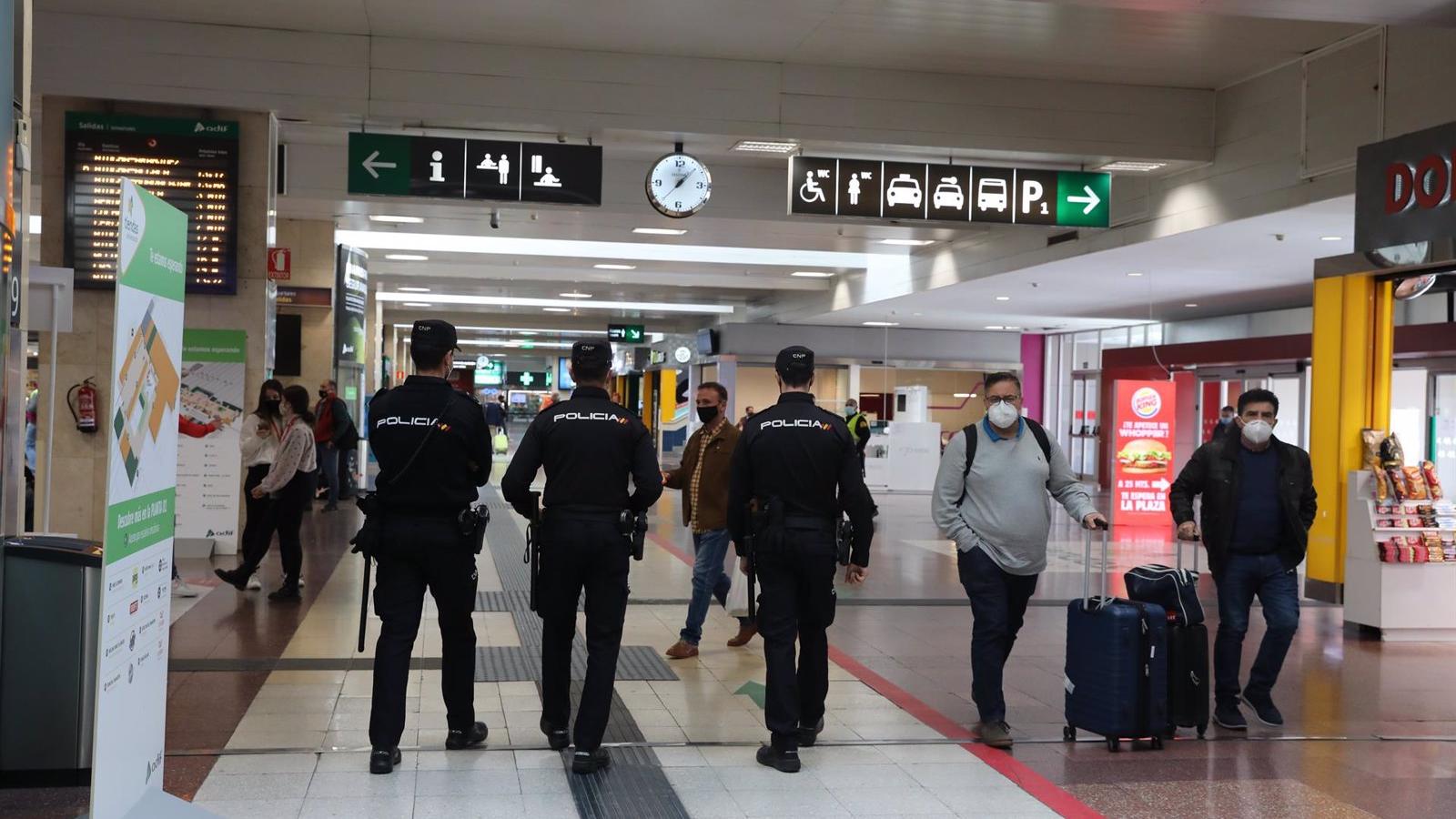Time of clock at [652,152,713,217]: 1:37
